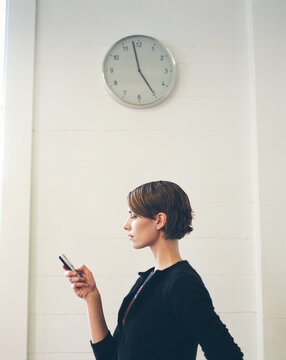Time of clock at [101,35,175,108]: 4:58
